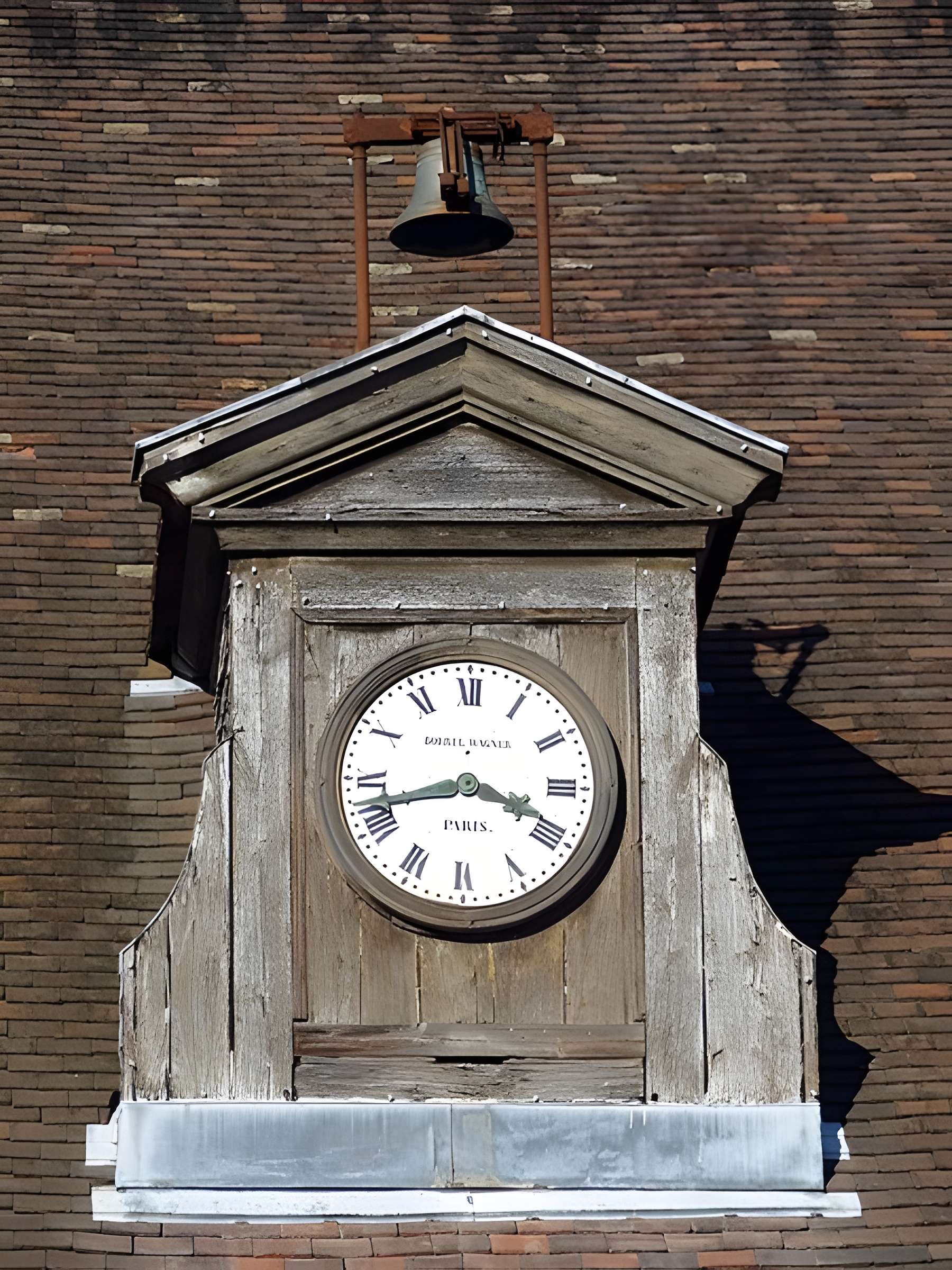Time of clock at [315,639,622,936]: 3:42
